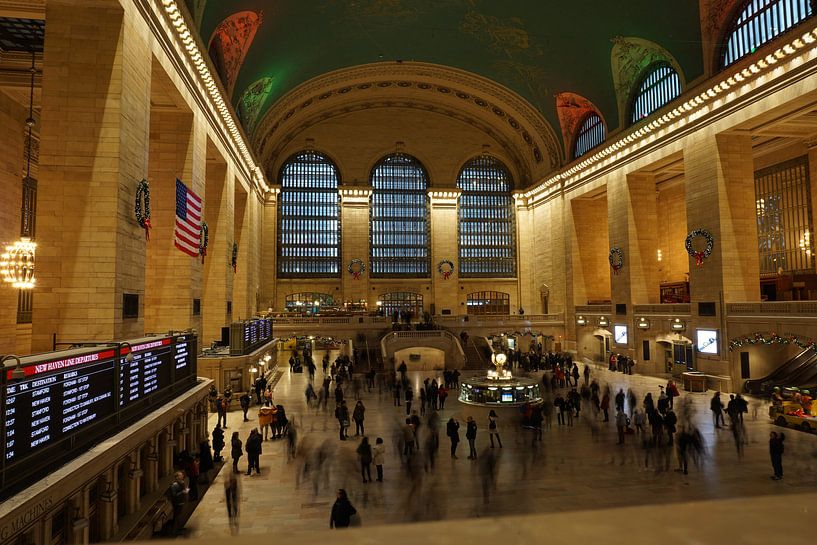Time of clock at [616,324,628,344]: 1:38
